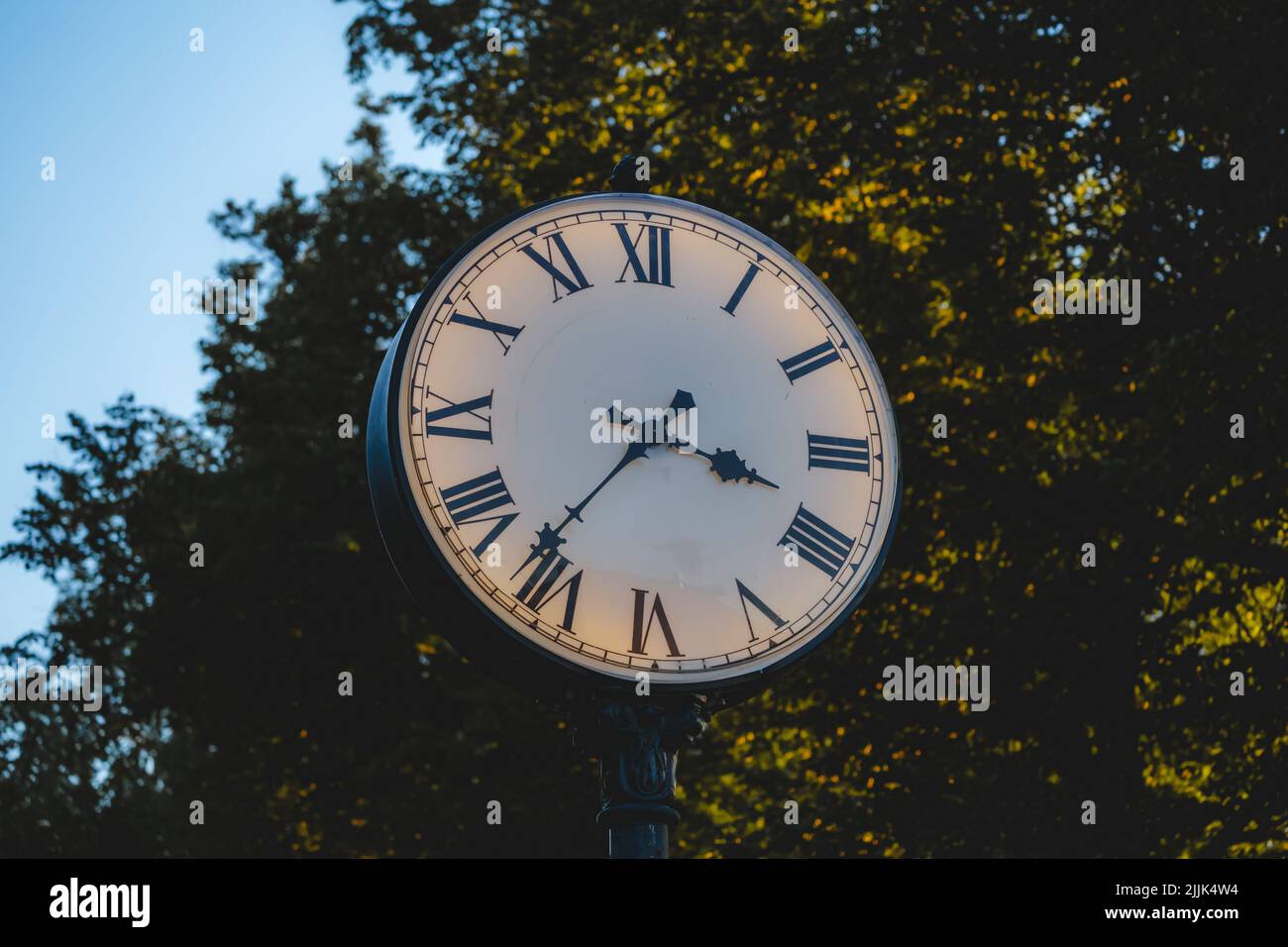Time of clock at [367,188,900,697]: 3:36
